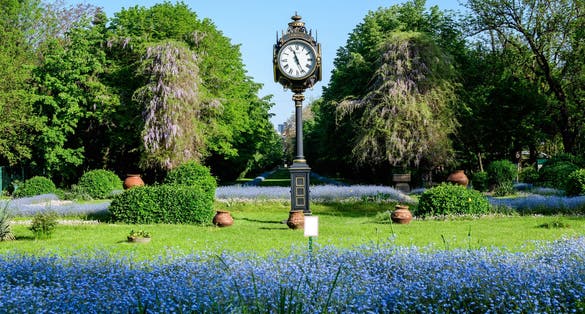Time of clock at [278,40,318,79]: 11:25
